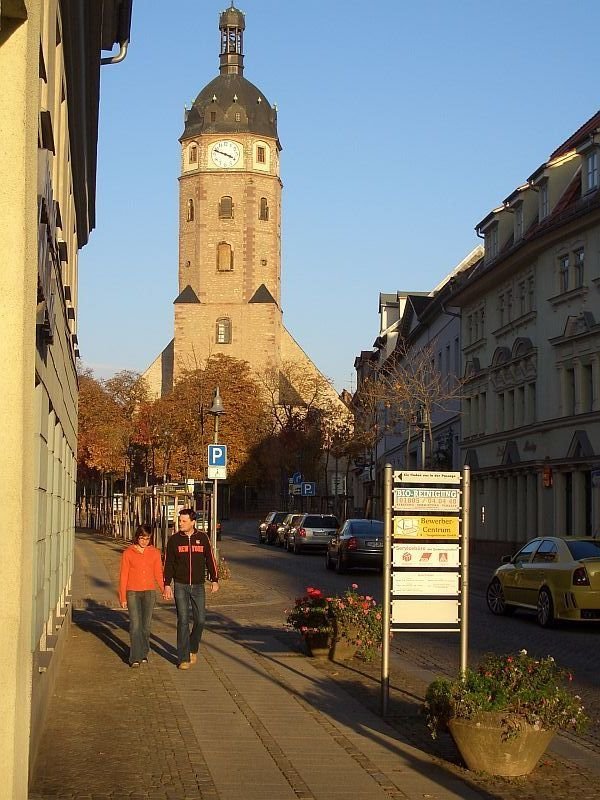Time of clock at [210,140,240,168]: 3:48
